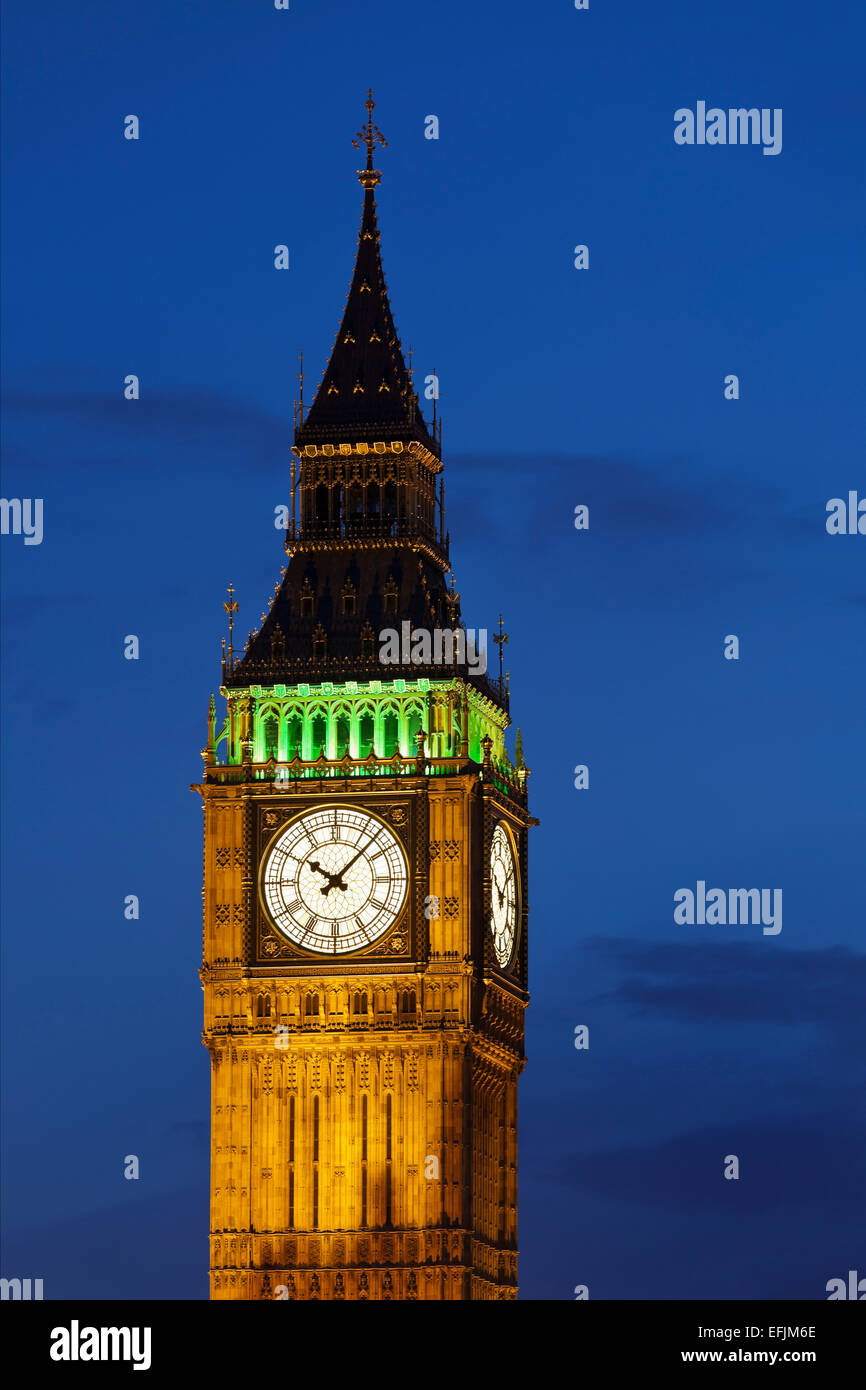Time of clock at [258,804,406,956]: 10:07
